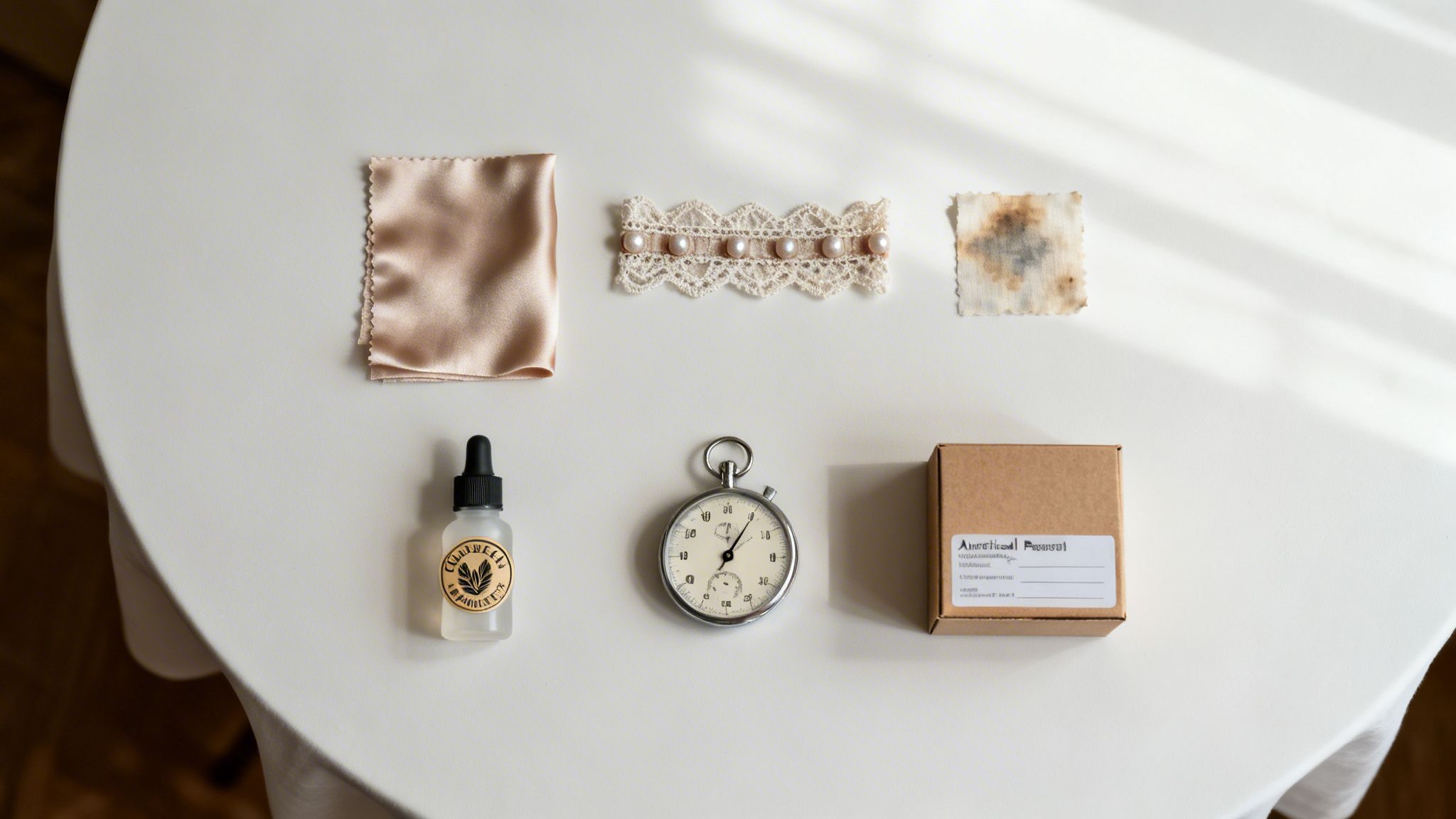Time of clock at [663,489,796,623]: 1:05
